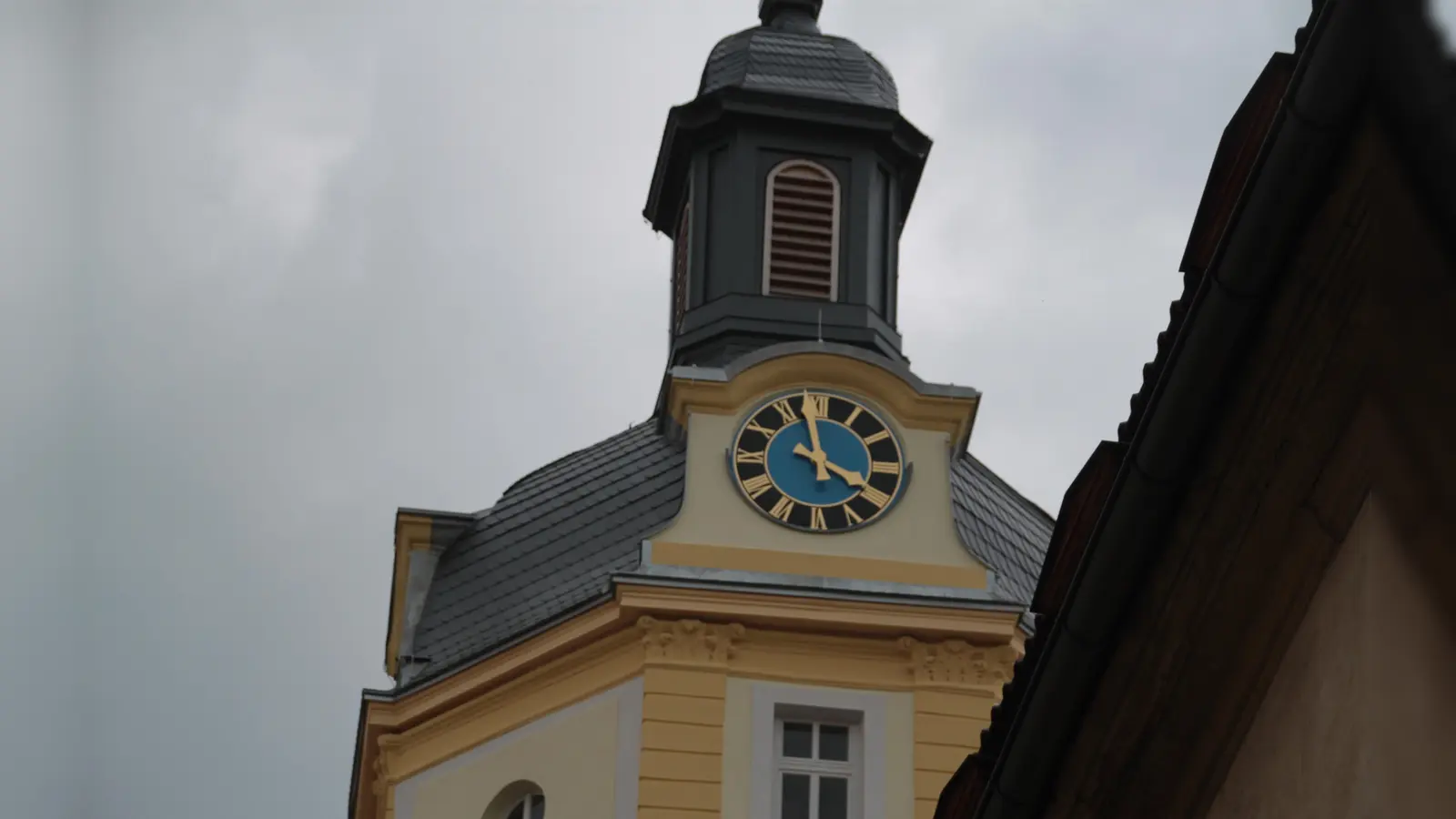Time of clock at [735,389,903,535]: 3:57
